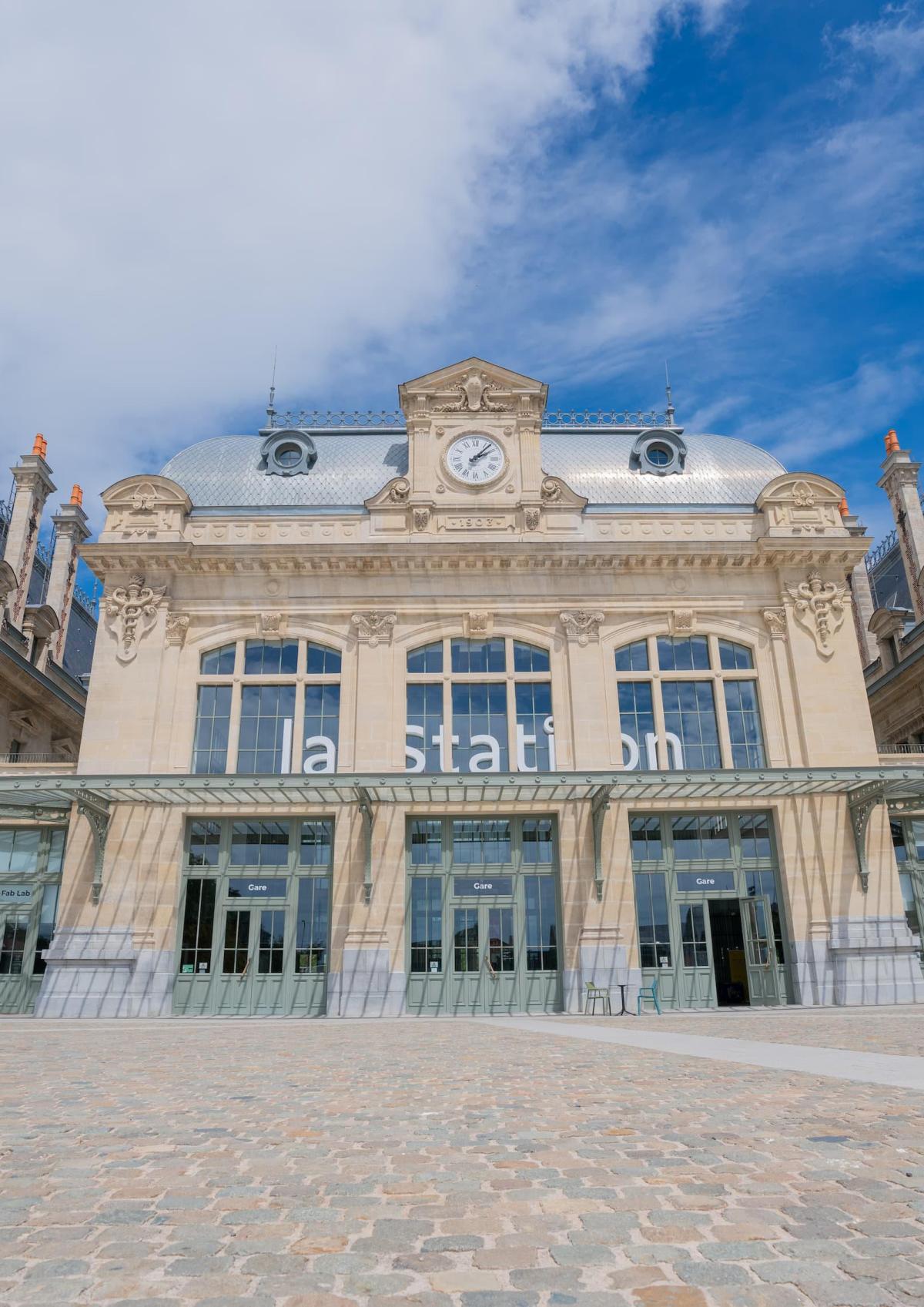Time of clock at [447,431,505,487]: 2:07
